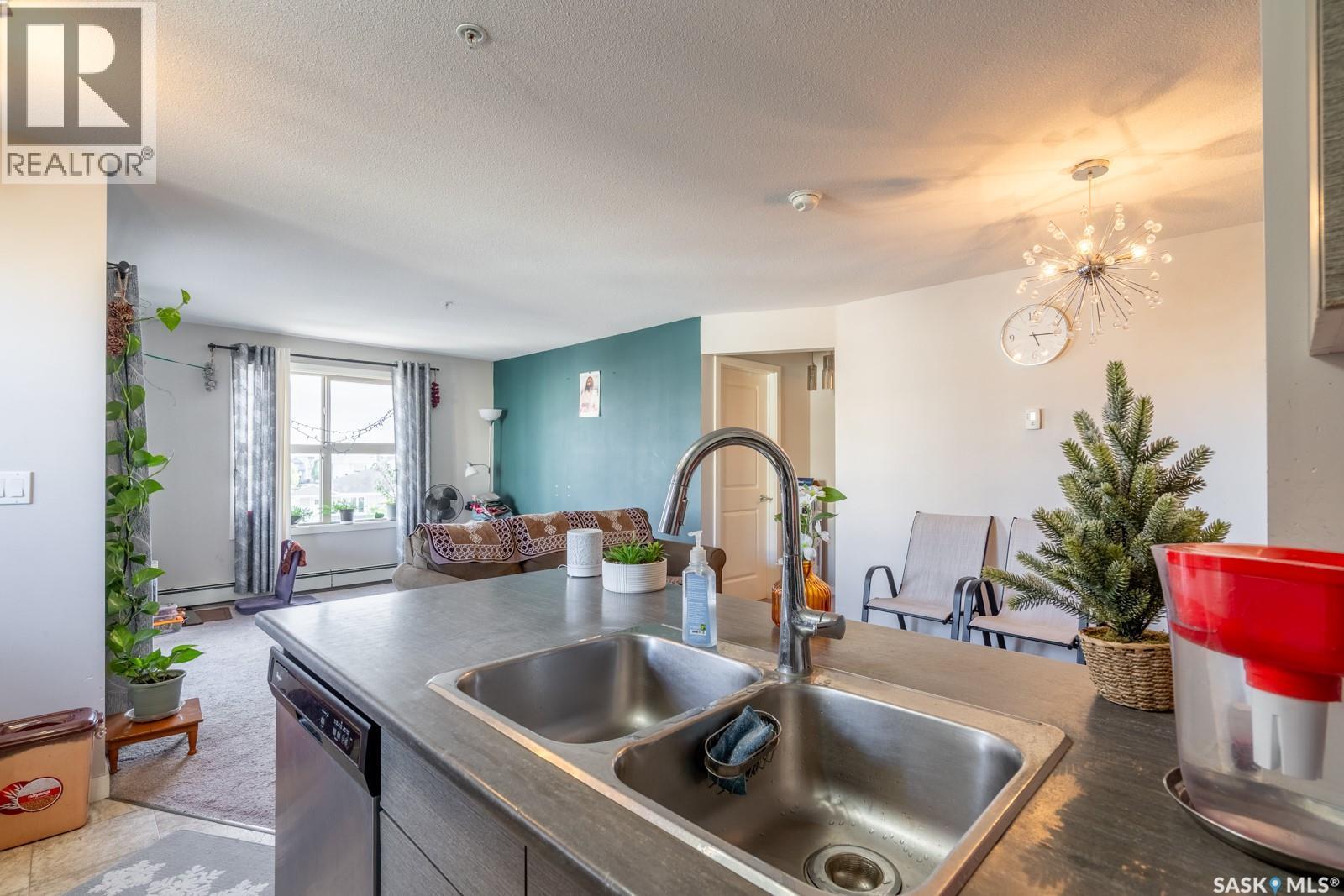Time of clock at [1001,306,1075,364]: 5:14
